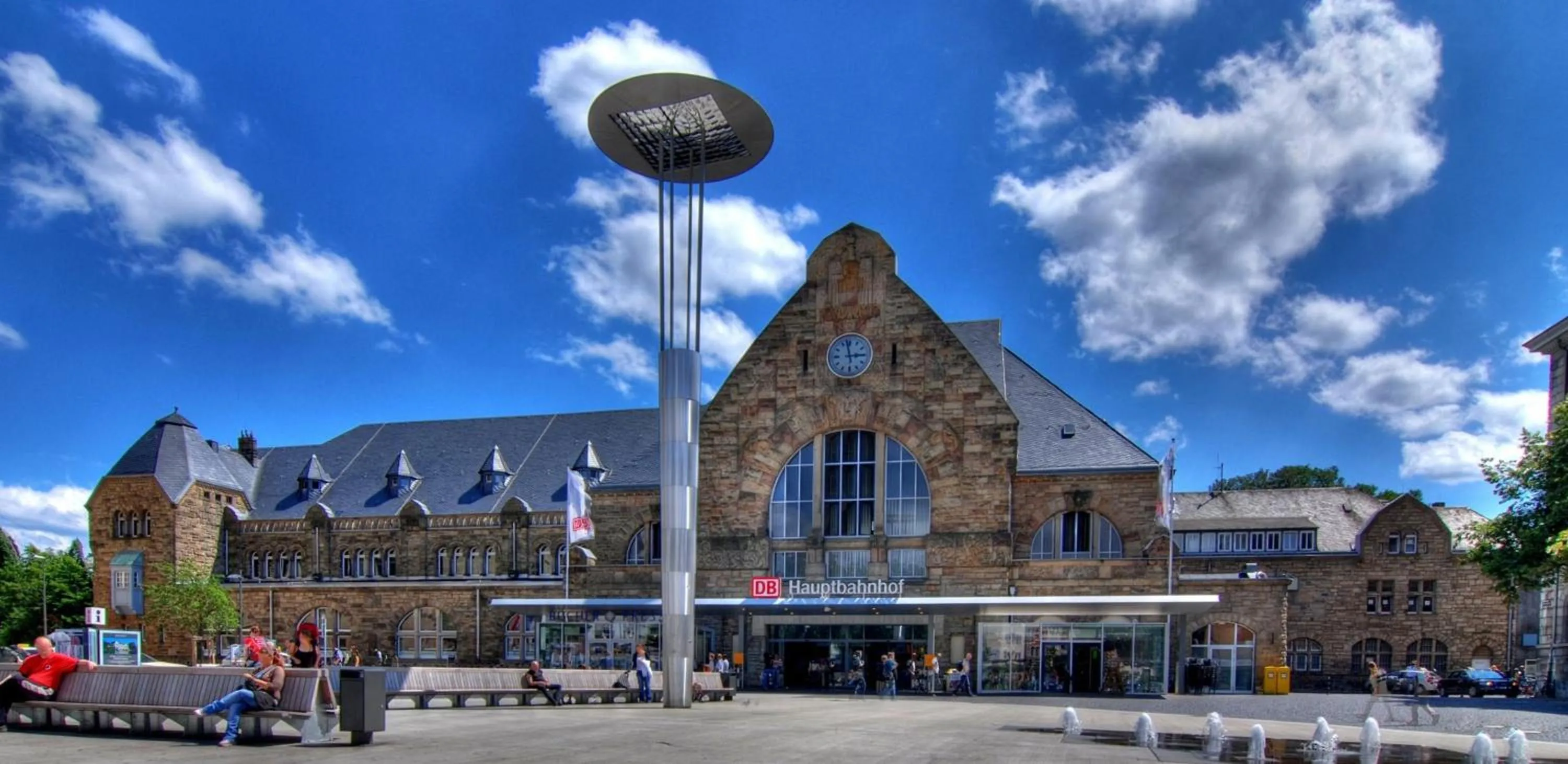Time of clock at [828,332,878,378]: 2:58
